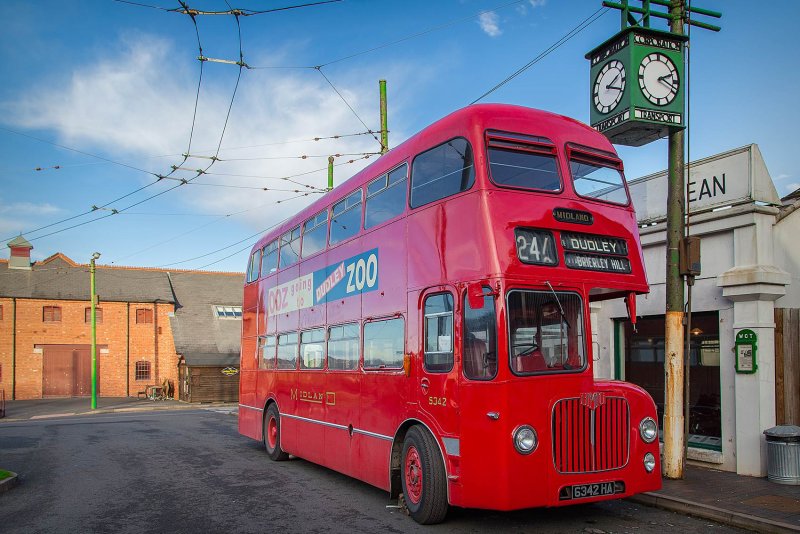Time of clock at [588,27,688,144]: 2:18
